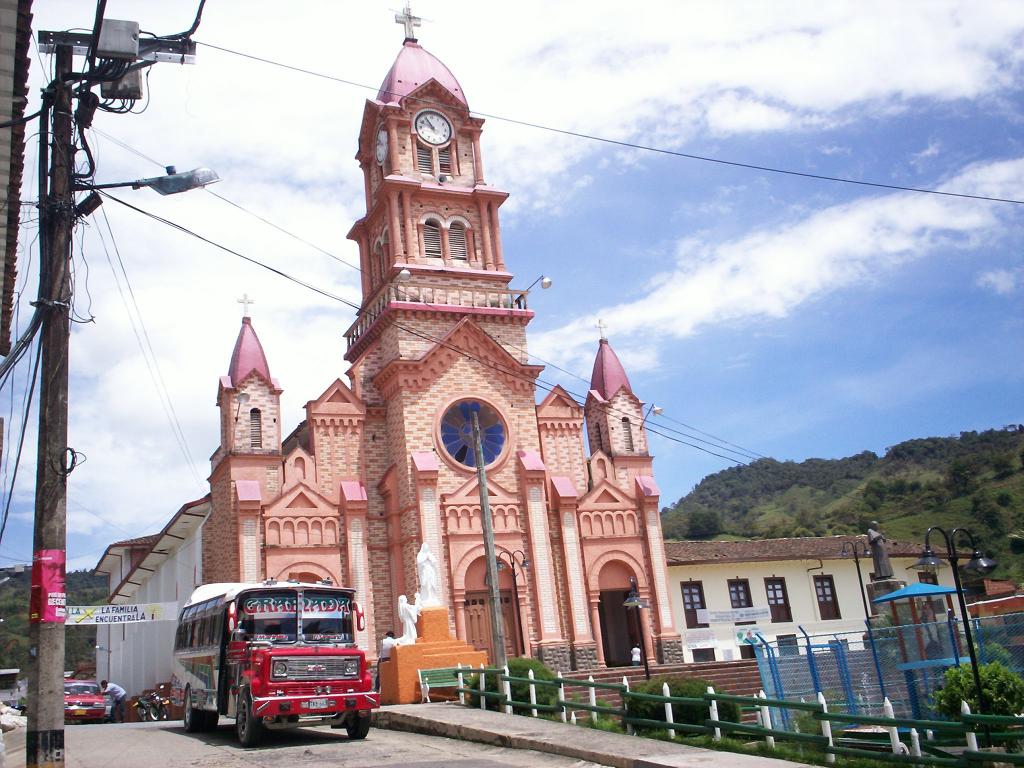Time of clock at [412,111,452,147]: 10:48
